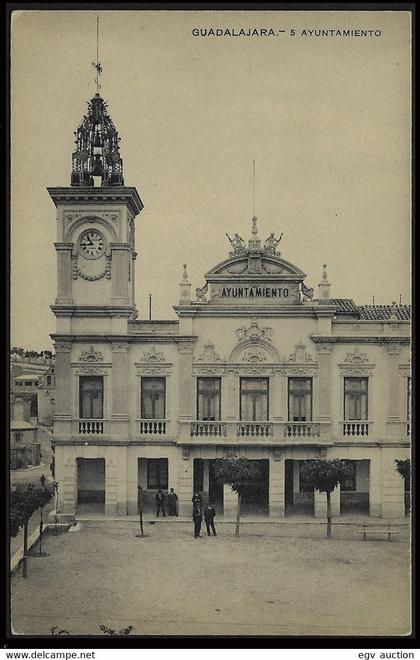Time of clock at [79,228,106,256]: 10:43
